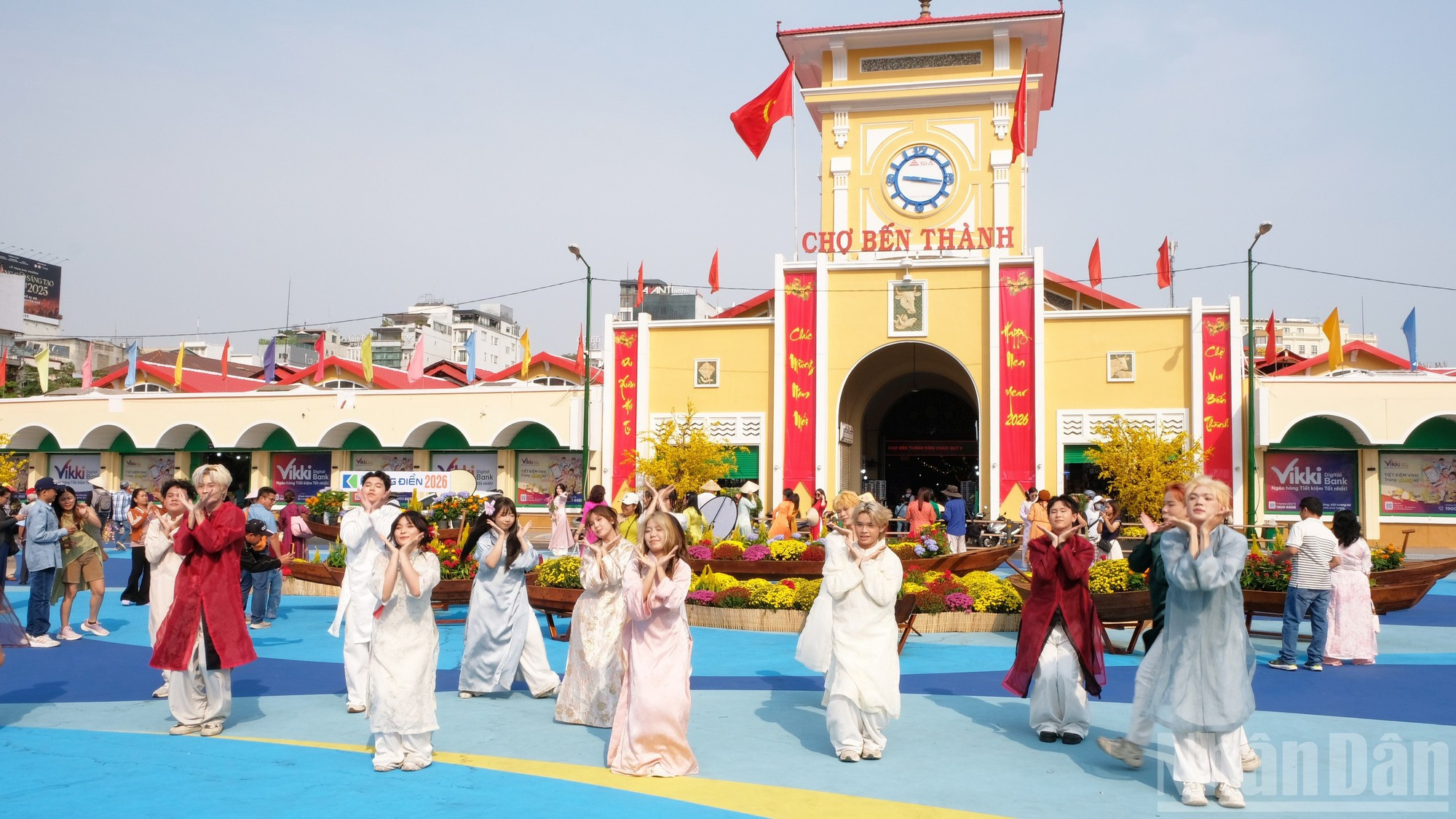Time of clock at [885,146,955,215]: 9:16
